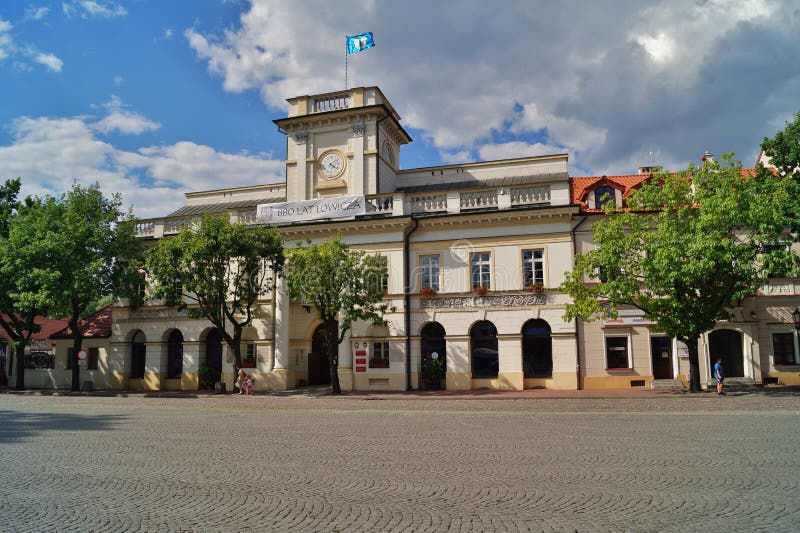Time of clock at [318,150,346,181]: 4:07
